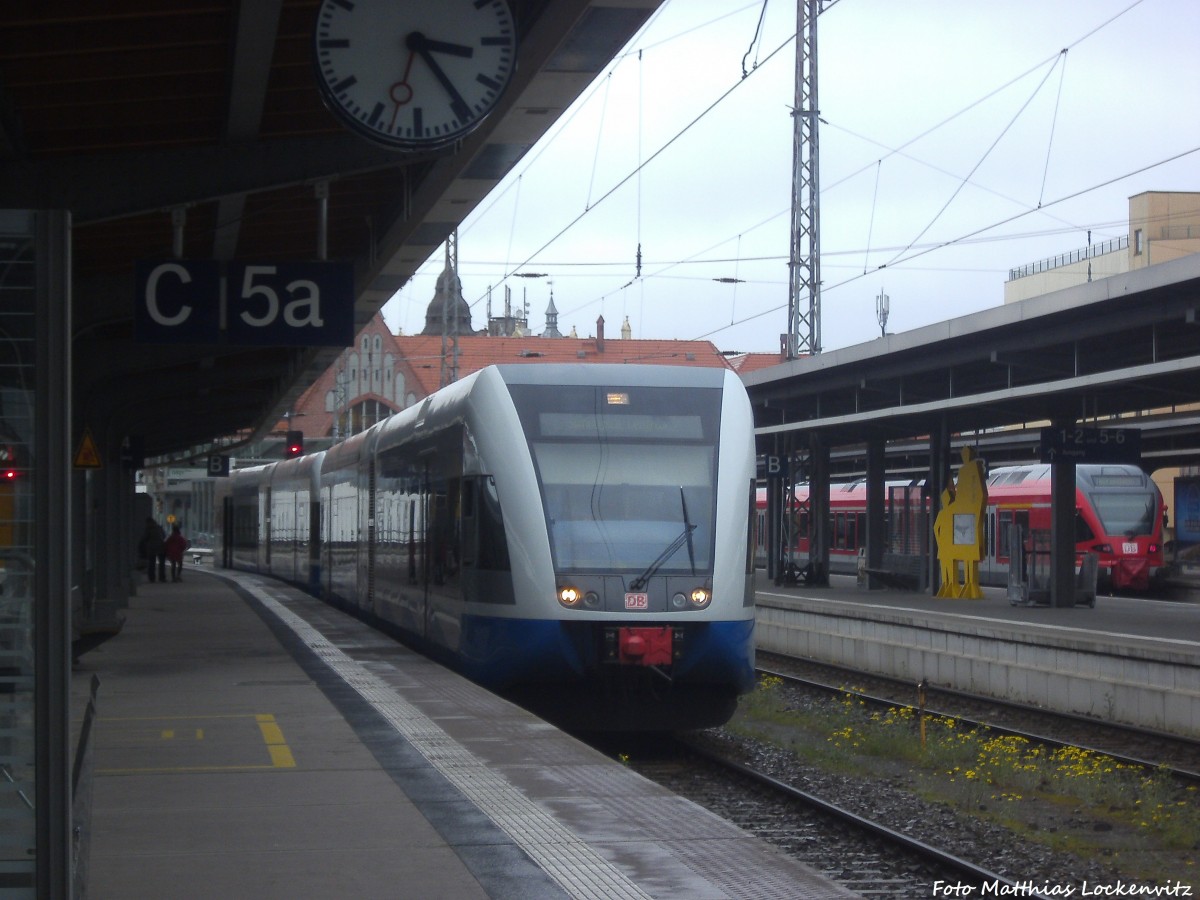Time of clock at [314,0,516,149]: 3:24
